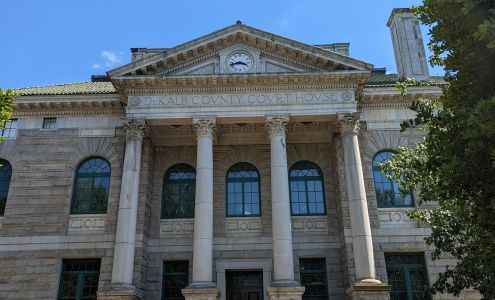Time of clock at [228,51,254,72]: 3:43
